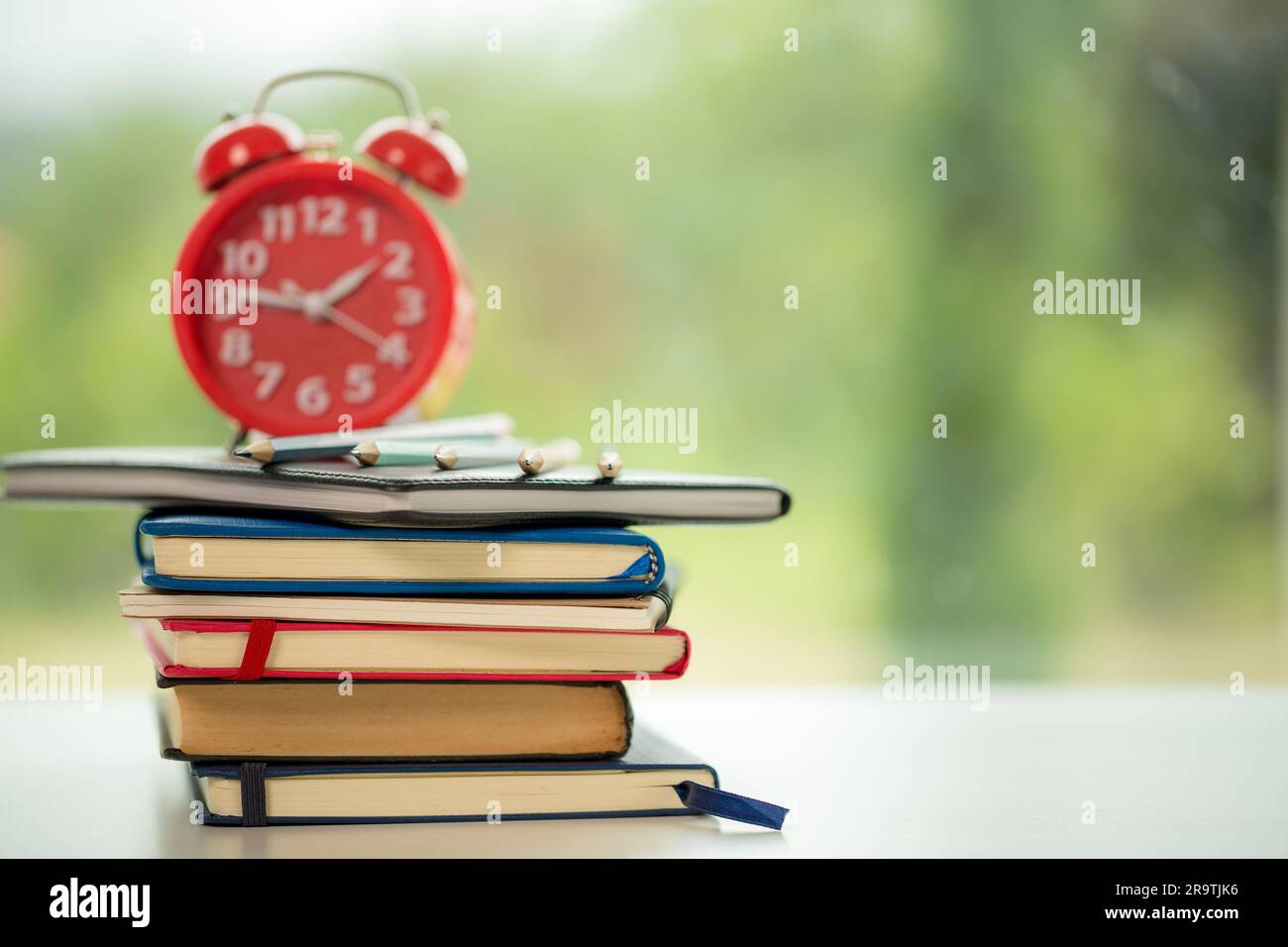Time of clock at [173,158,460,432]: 1:46
